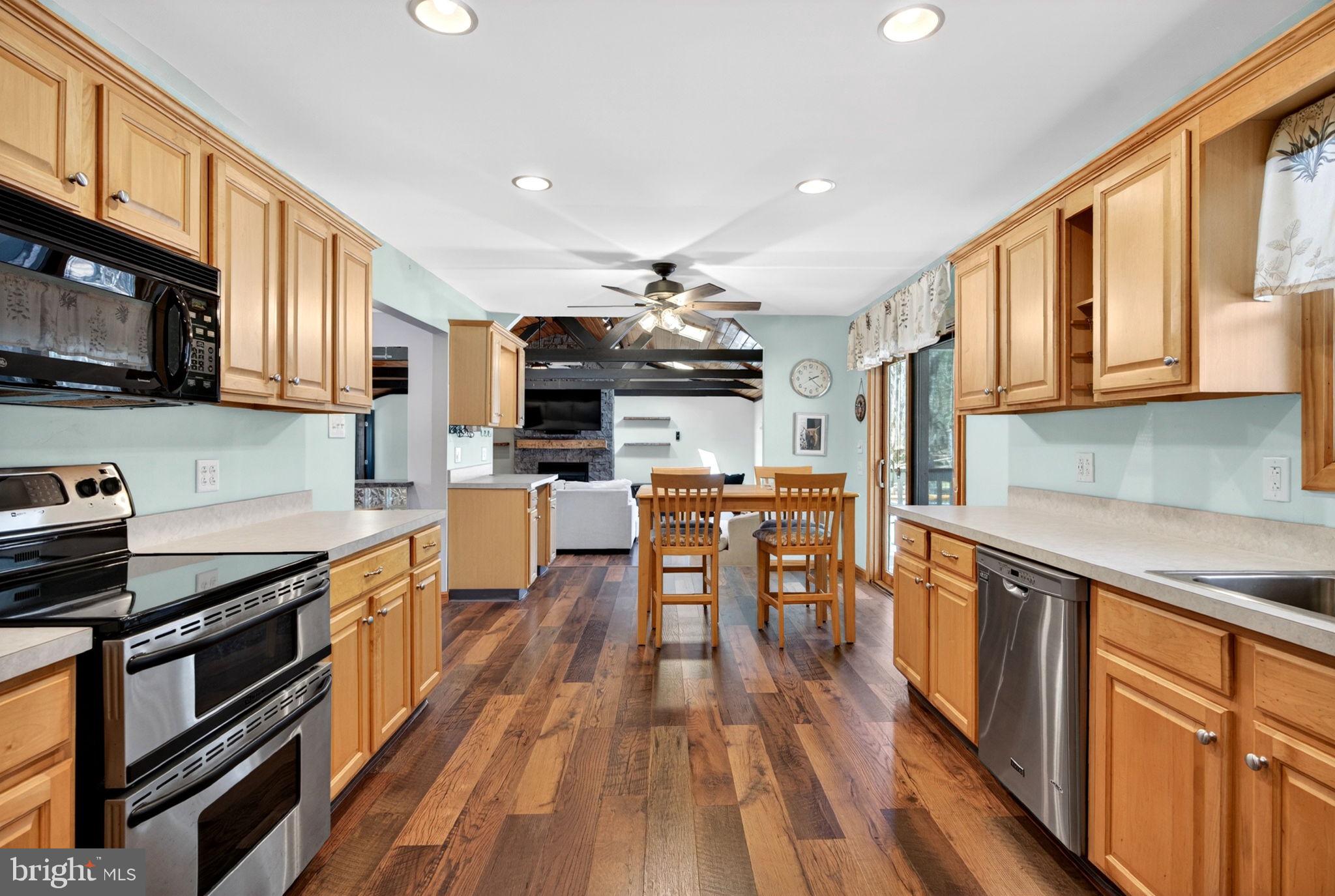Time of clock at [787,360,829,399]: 2:21
